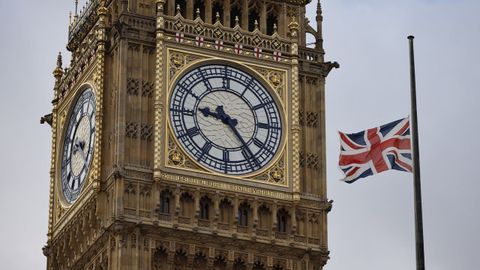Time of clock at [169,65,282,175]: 9:23
